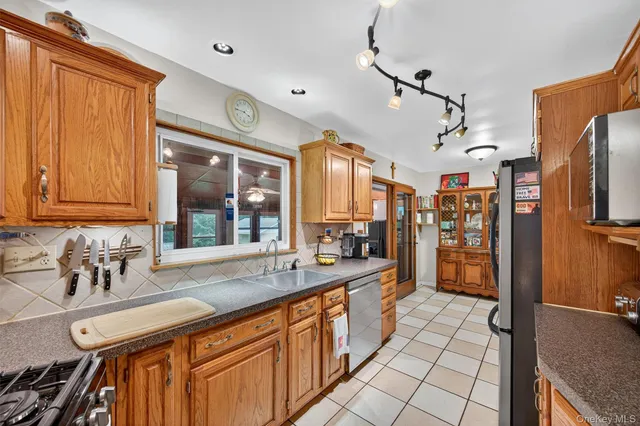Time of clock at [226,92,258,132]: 3:45
